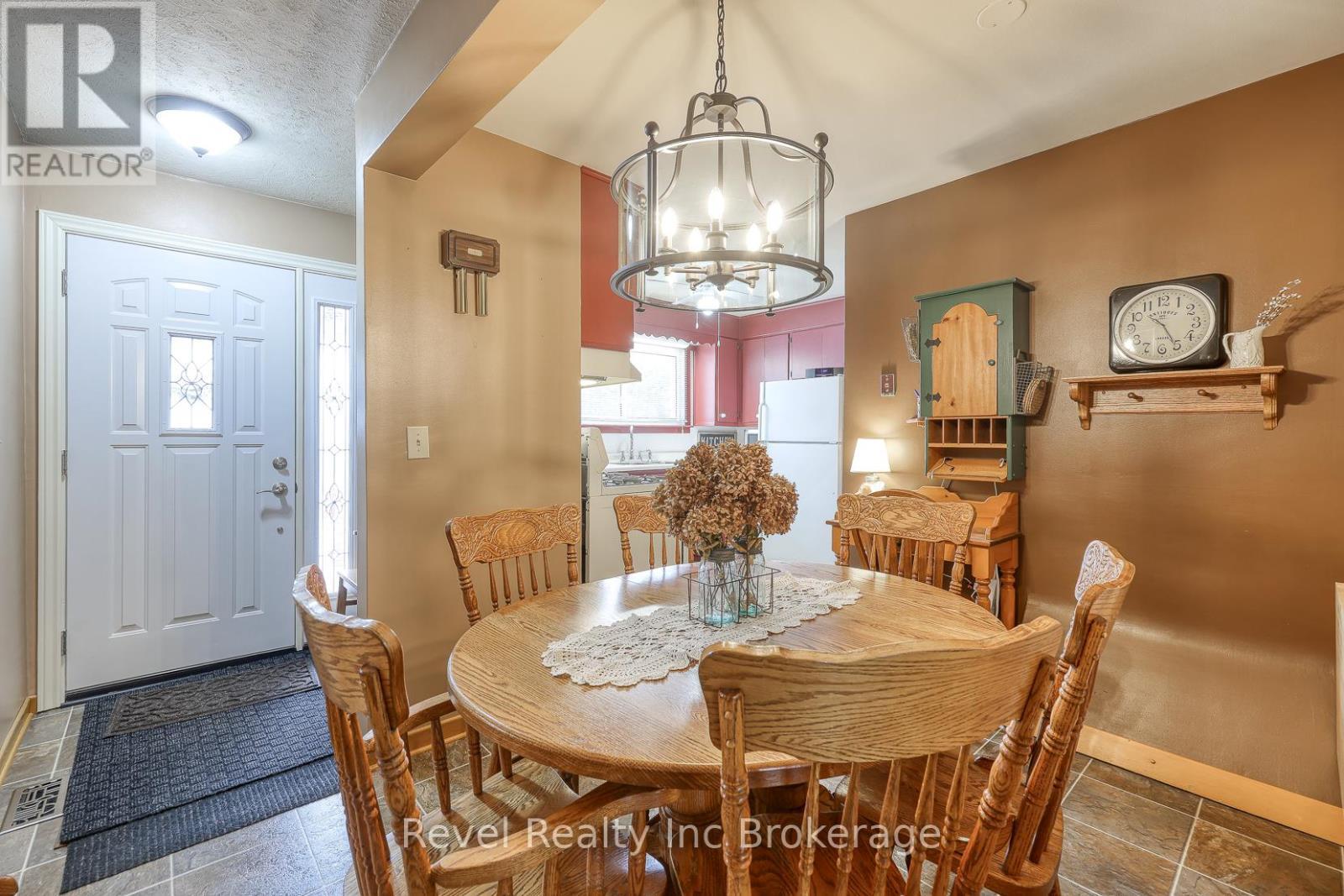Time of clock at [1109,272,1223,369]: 10:25
